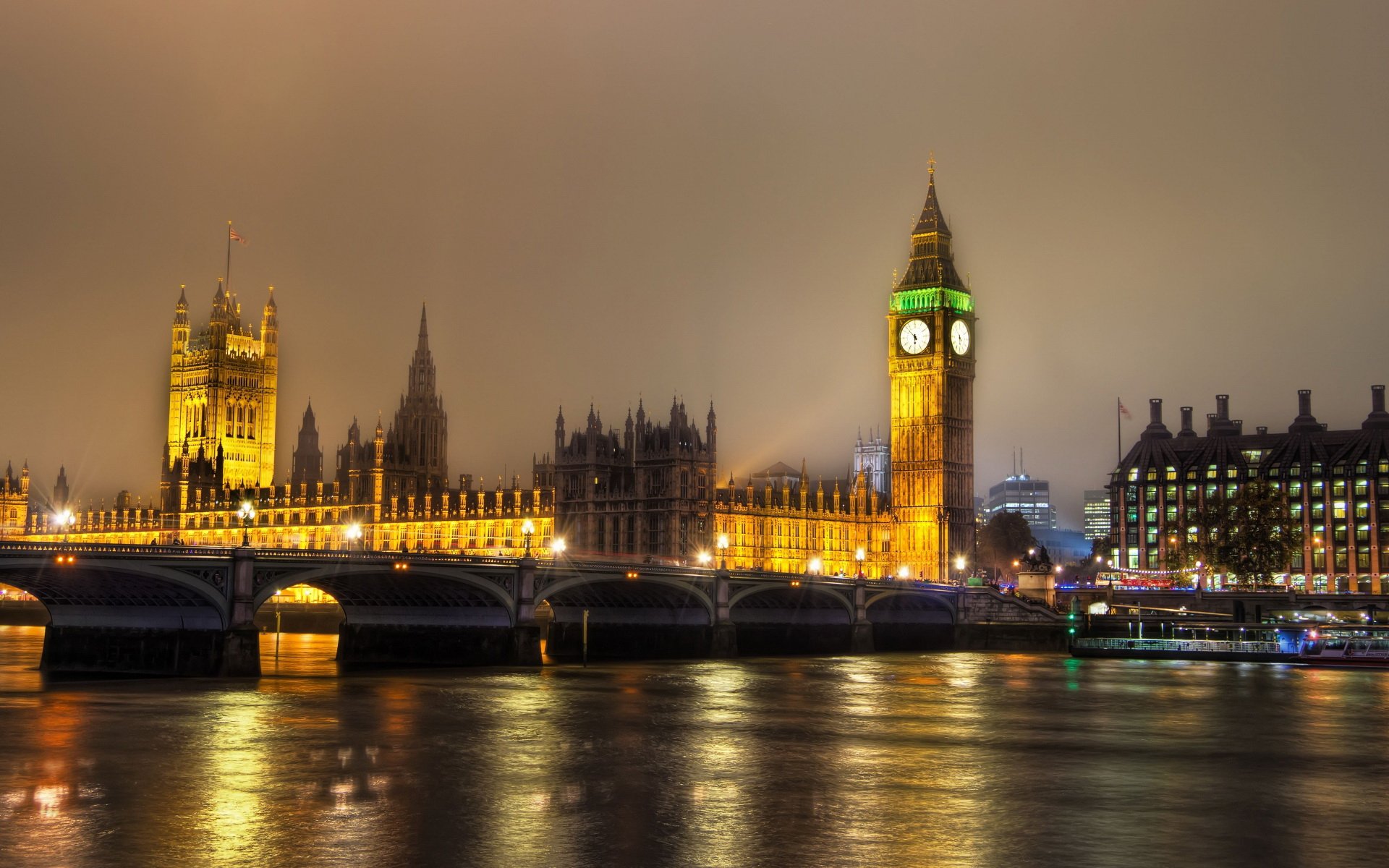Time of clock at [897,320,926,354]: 5:52
